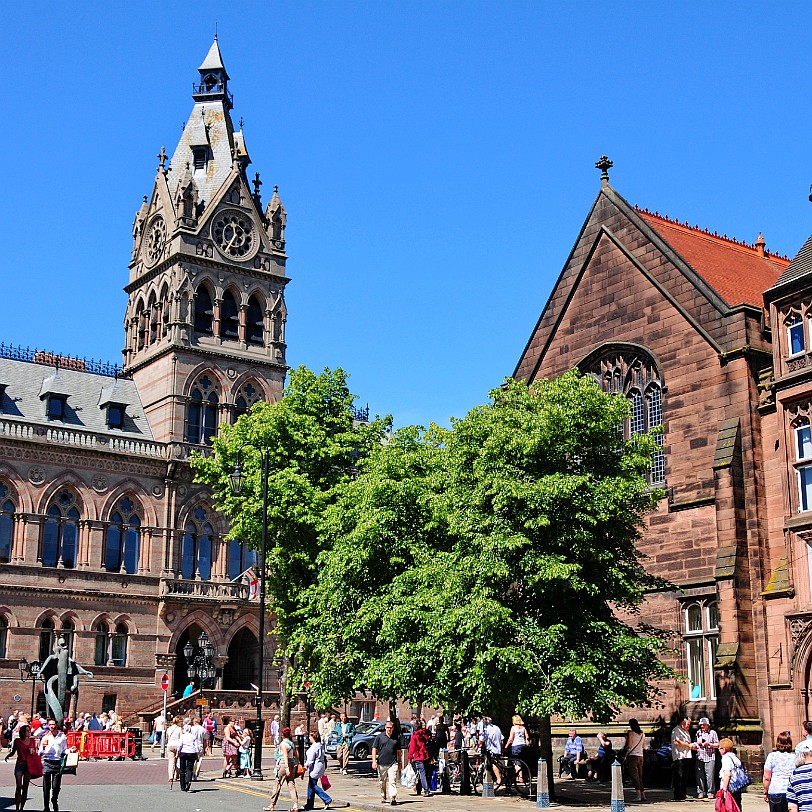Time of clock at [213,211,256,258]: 11:36
